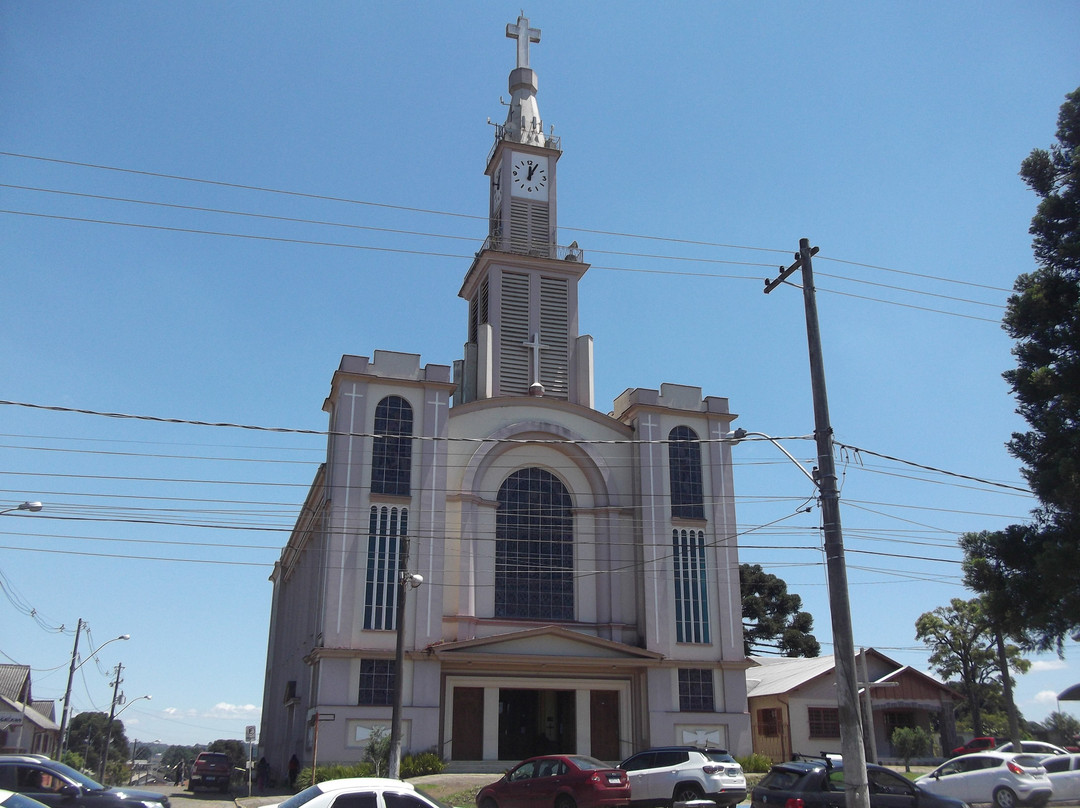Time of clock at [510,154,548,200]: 12:05
